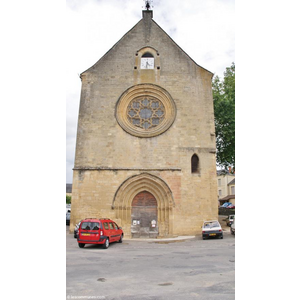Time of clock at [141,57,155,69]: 4:31
